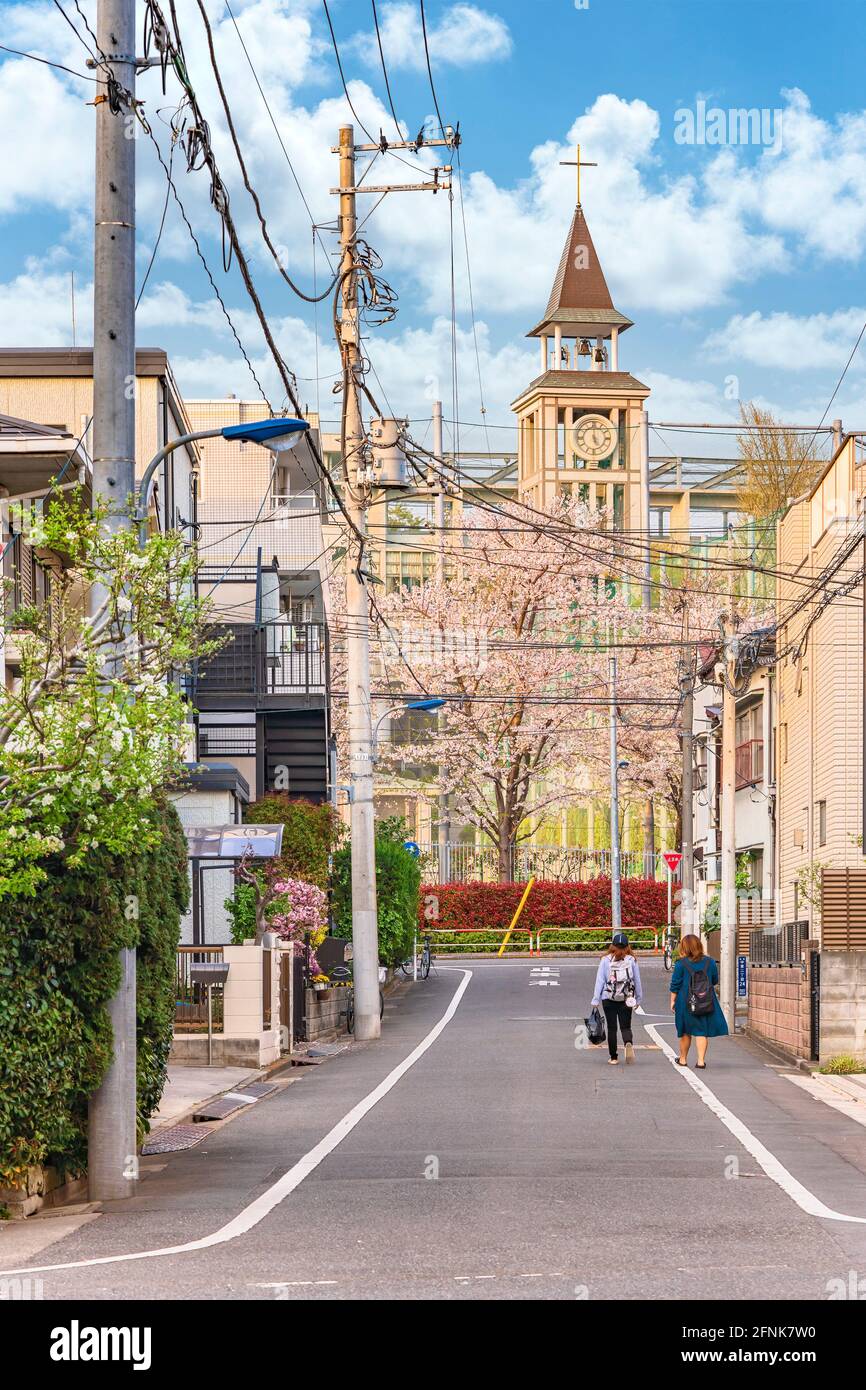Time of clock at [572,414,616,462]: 4:59
